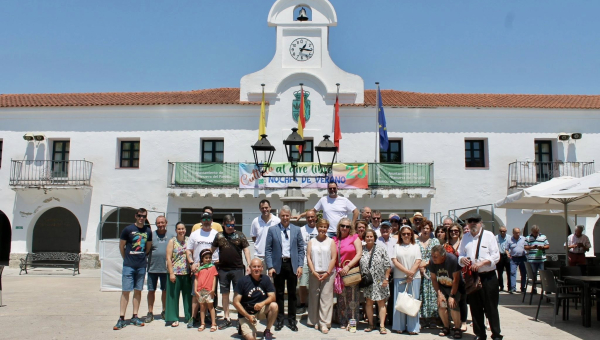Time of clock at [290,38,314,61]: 1:16
